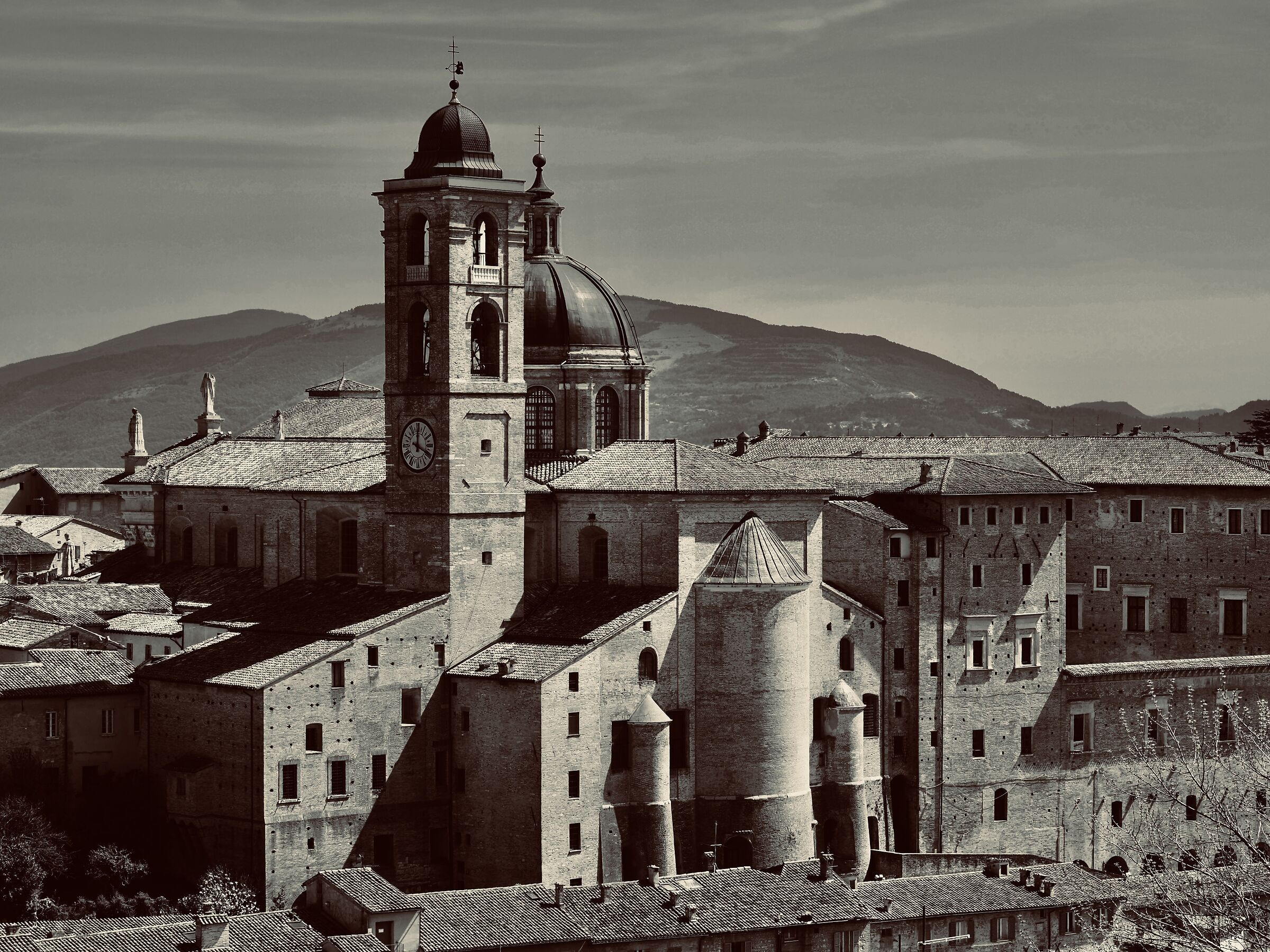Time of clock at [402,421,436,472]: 12:19
